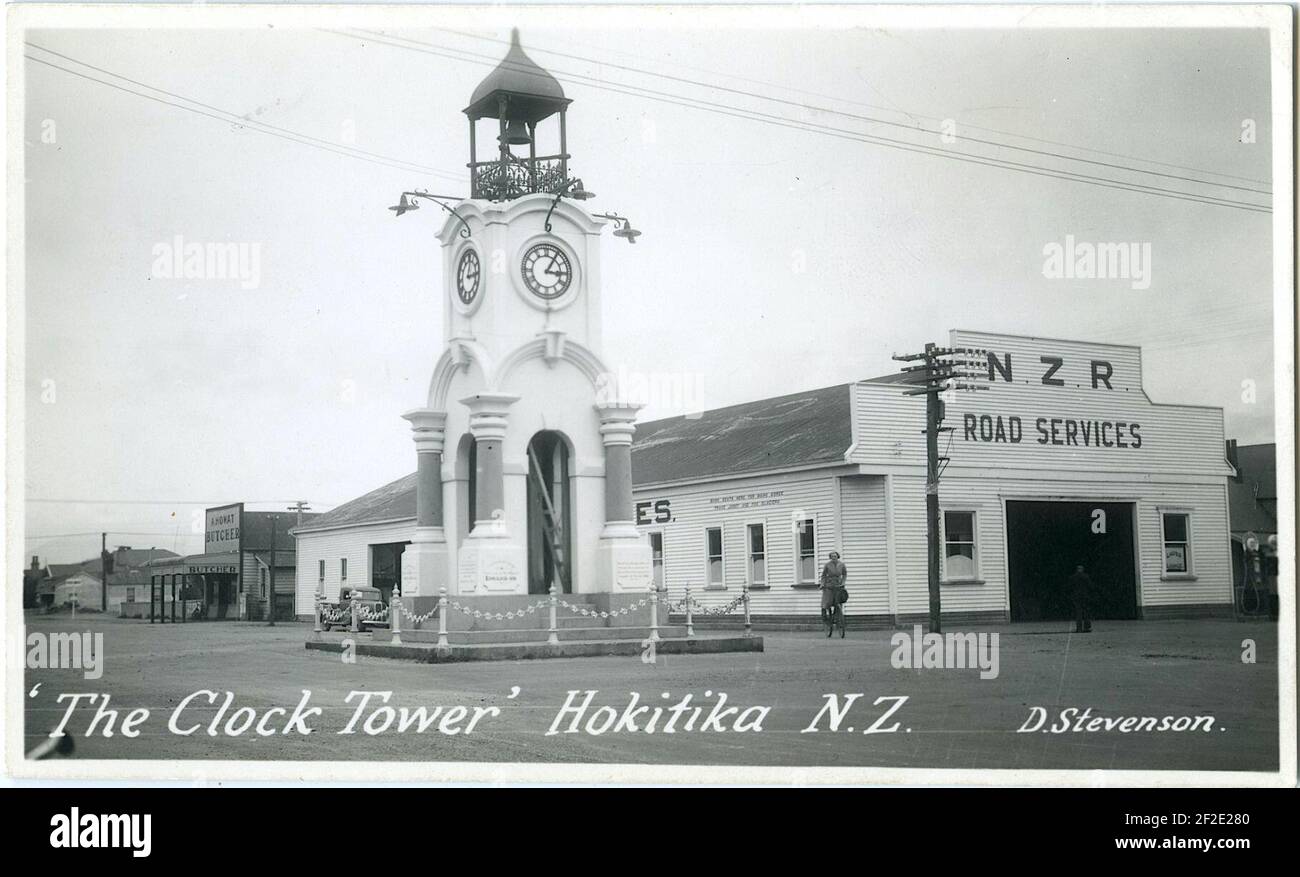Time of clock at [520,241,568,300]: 3:05
